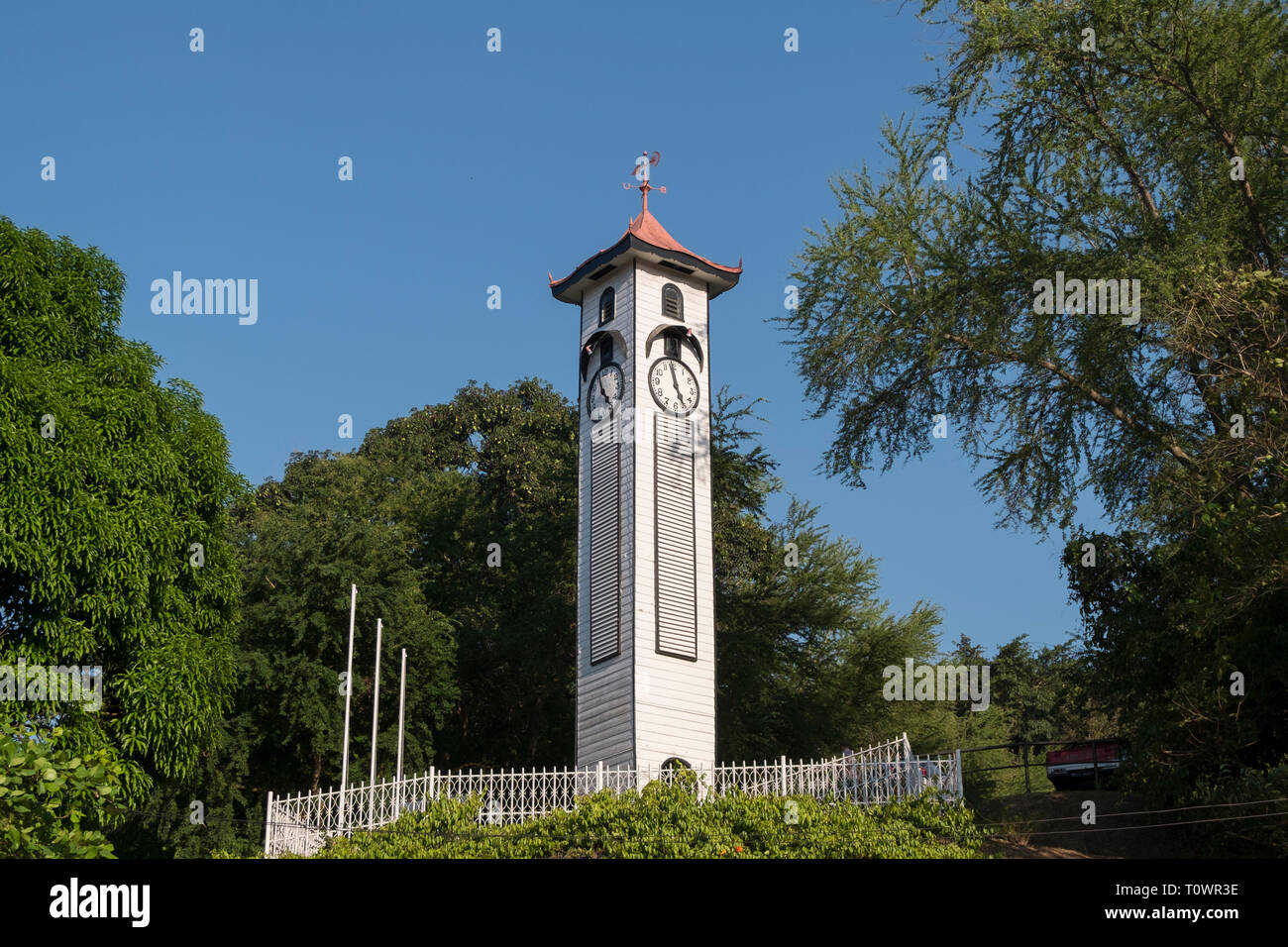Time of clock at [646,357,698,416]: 4:58
